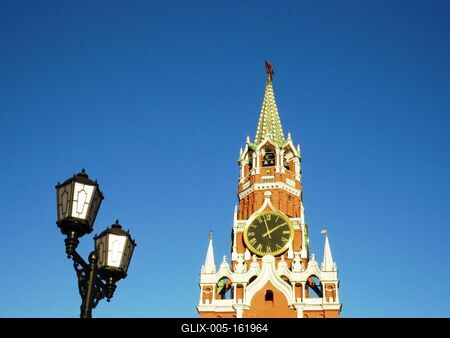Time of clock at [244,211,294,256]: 1:57
